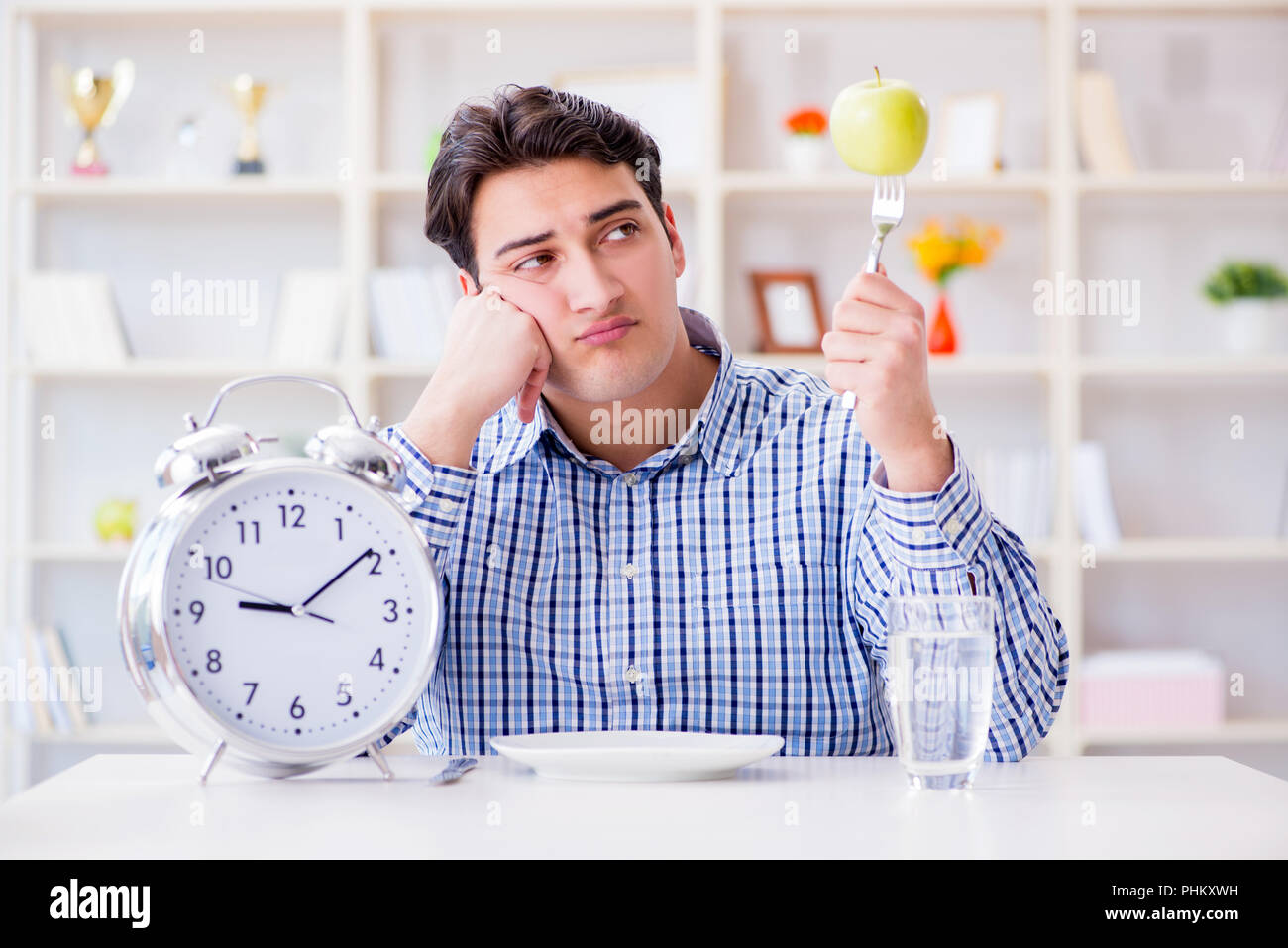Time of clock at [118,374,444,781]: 9:09
